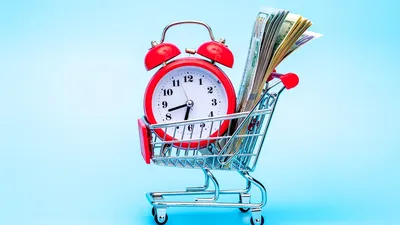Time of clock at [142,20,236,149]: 6:42
